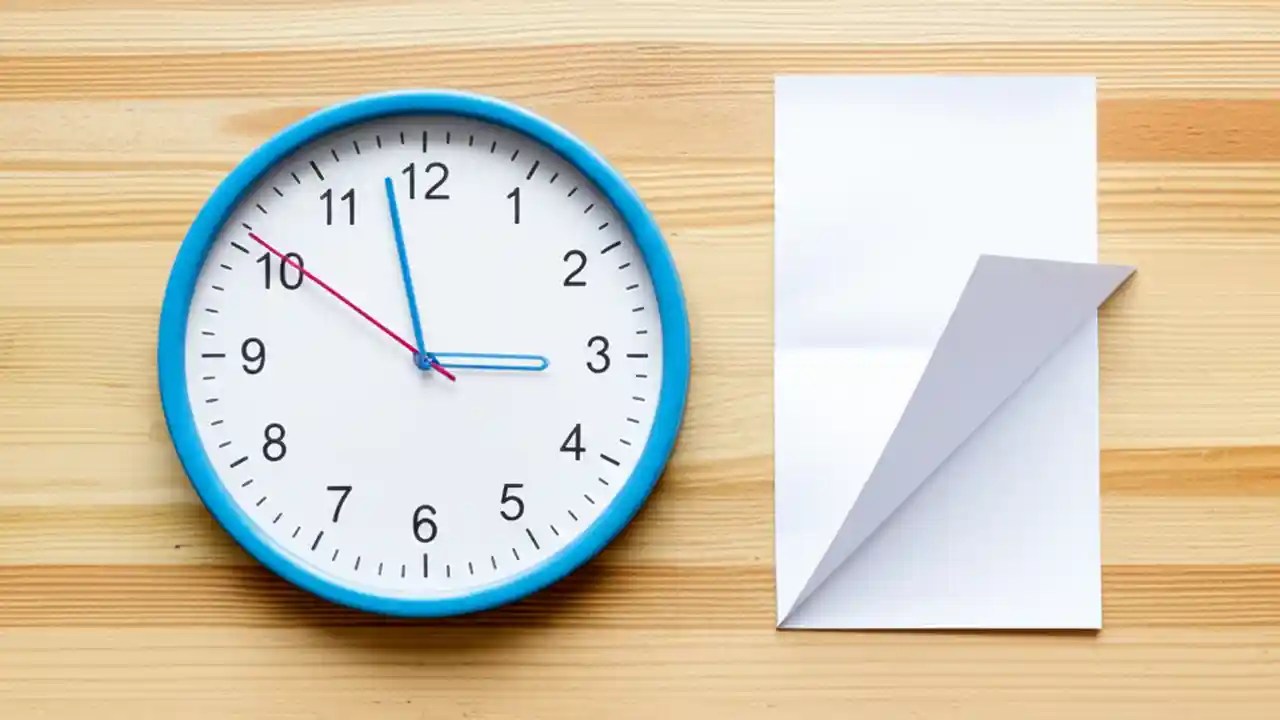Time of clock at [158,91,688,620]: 2:57
